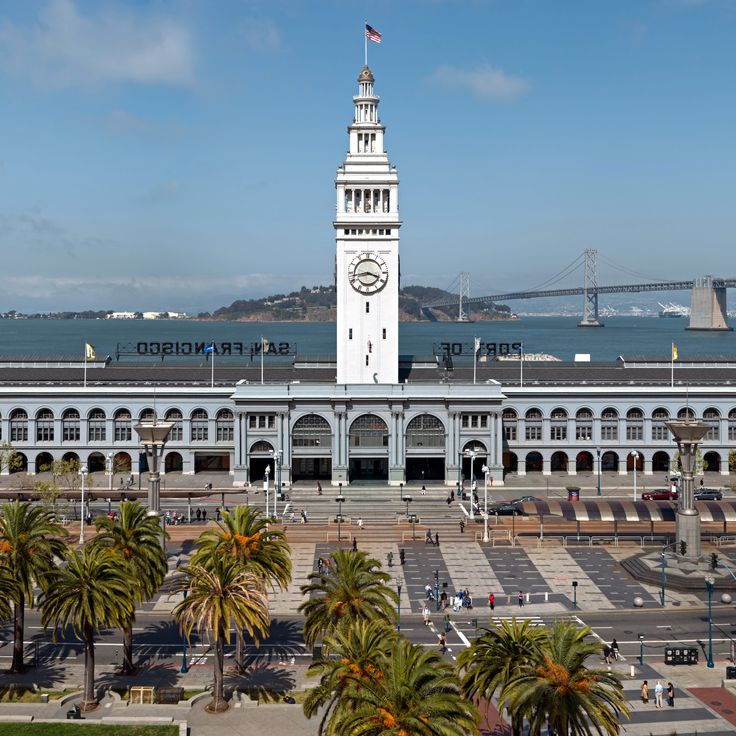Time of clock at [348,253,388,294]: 3:43
